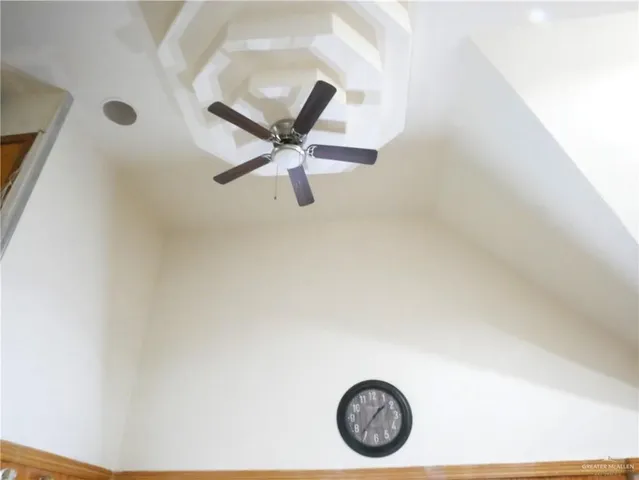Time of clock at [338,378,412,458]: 1:36
